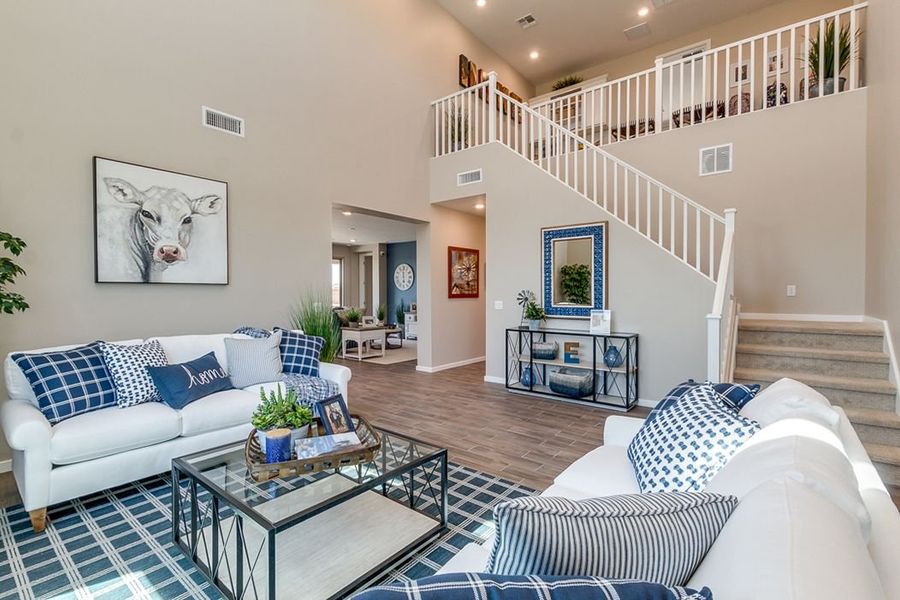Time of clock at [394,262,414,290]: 5:59
